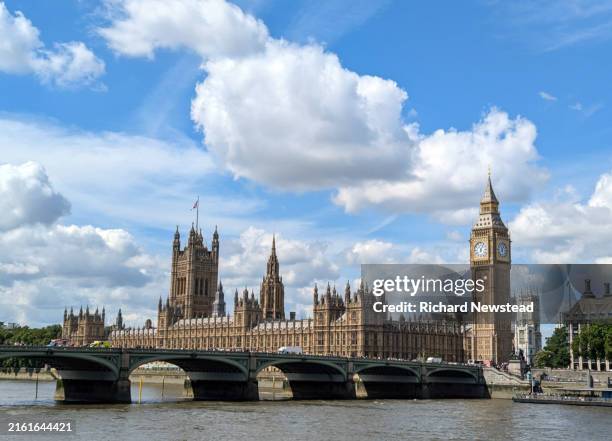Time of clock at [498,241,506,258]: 6:06
